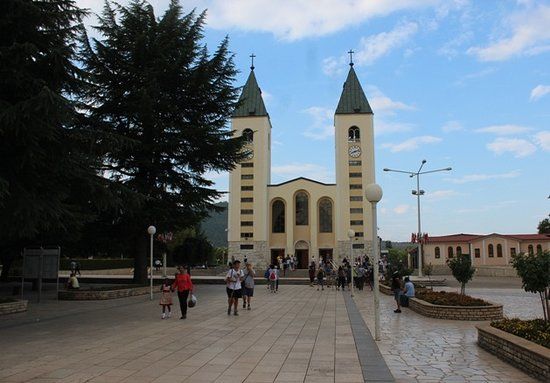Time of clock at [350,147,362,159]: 8:12
